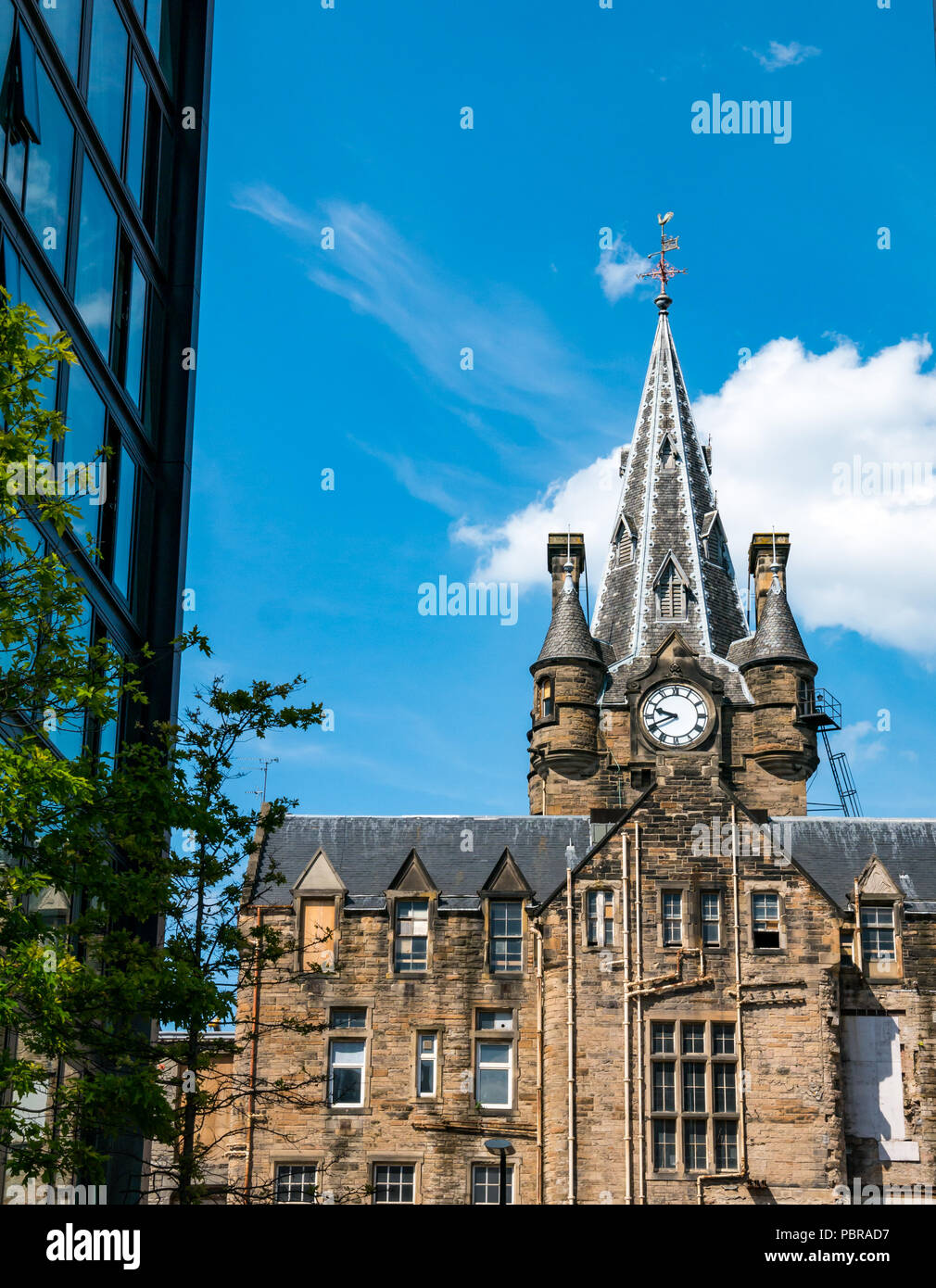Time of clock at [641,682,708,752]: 9:41
